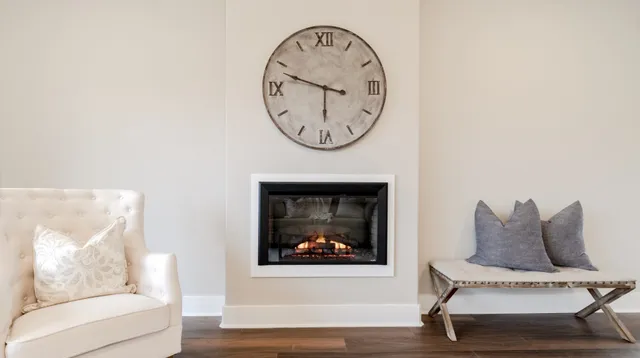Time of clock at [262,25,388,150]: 5:48
